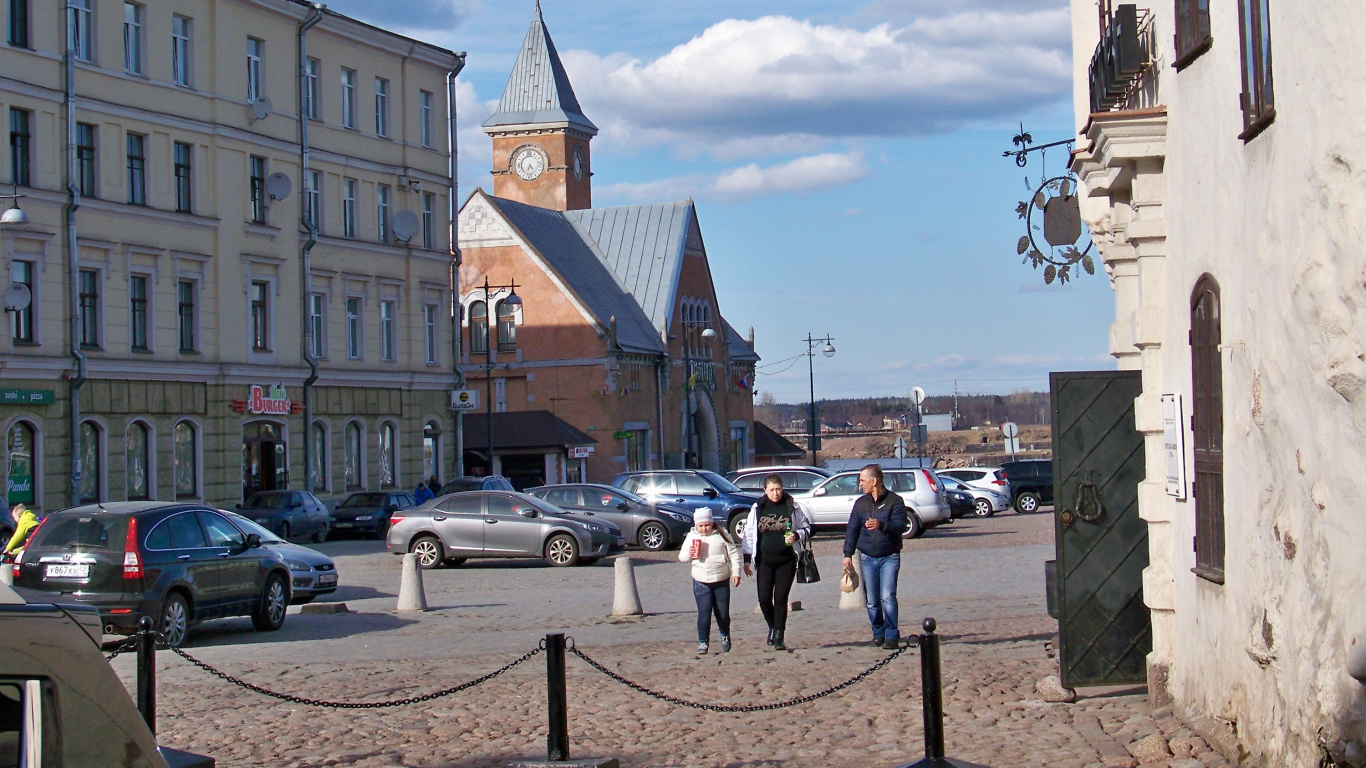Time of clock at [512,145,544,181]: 4:33
